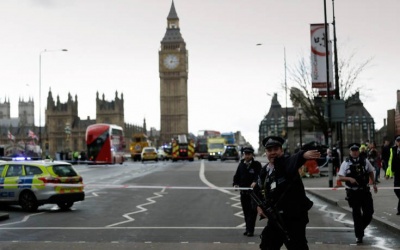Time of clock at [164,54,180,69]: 3:02
